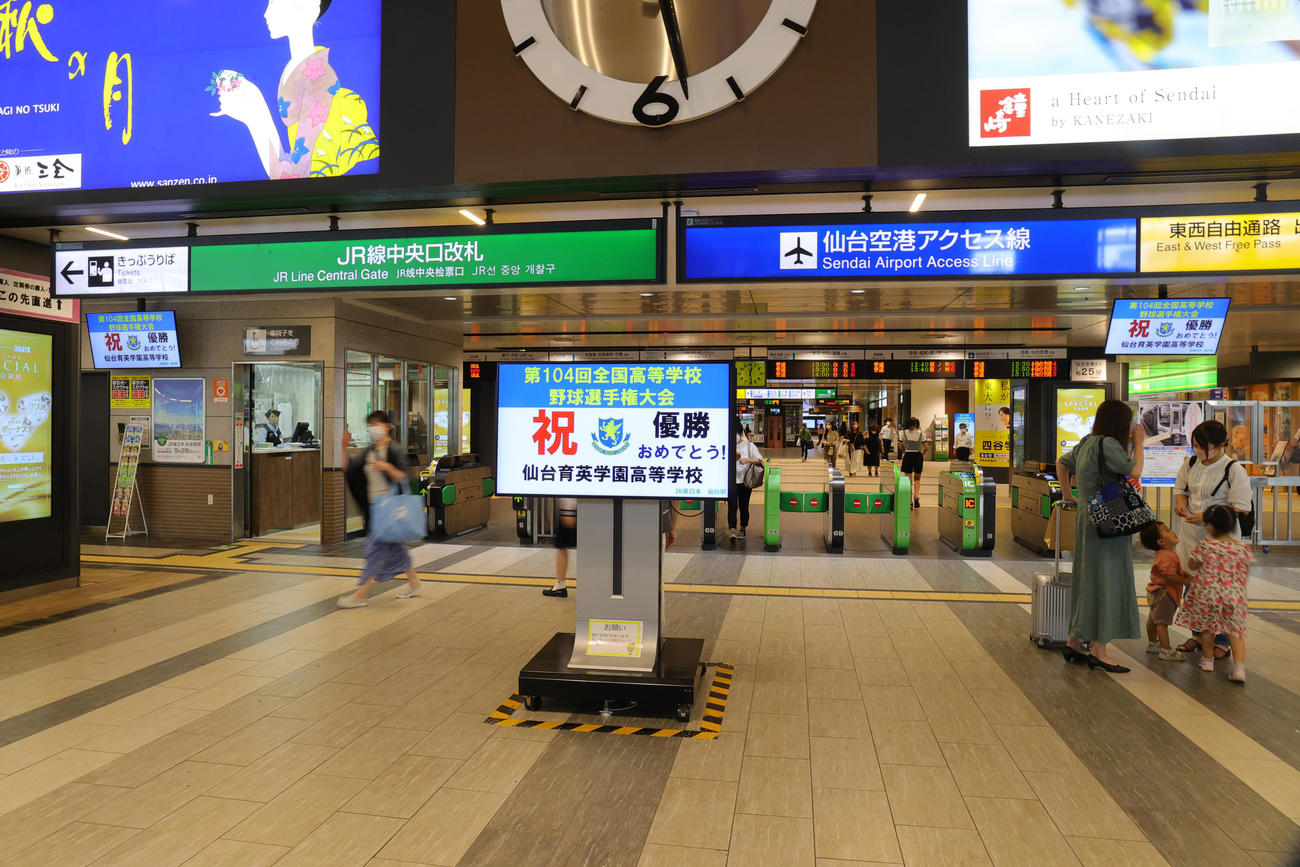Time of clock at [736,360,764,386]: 12:28
